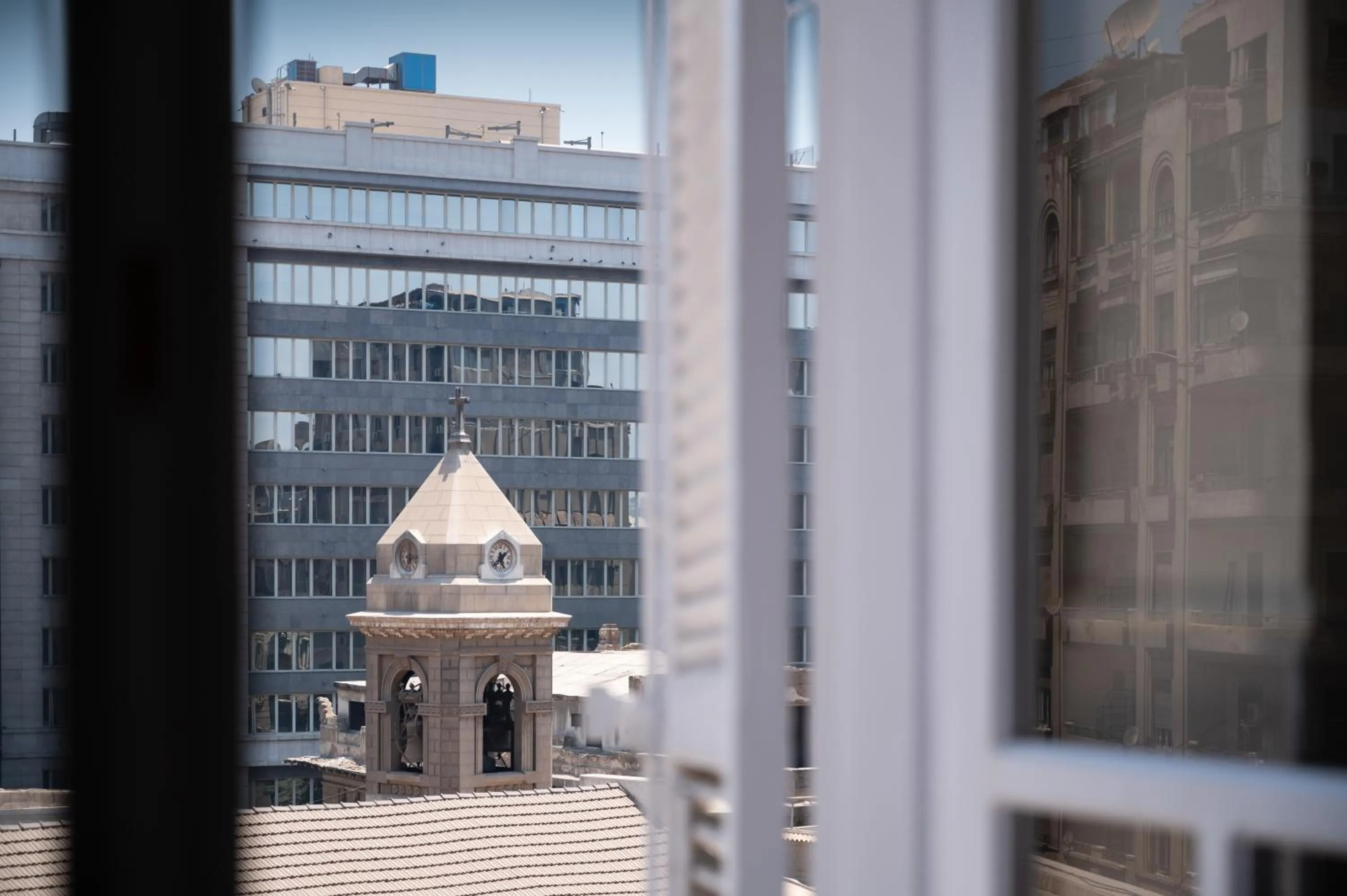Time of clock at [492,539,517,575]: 5:38
